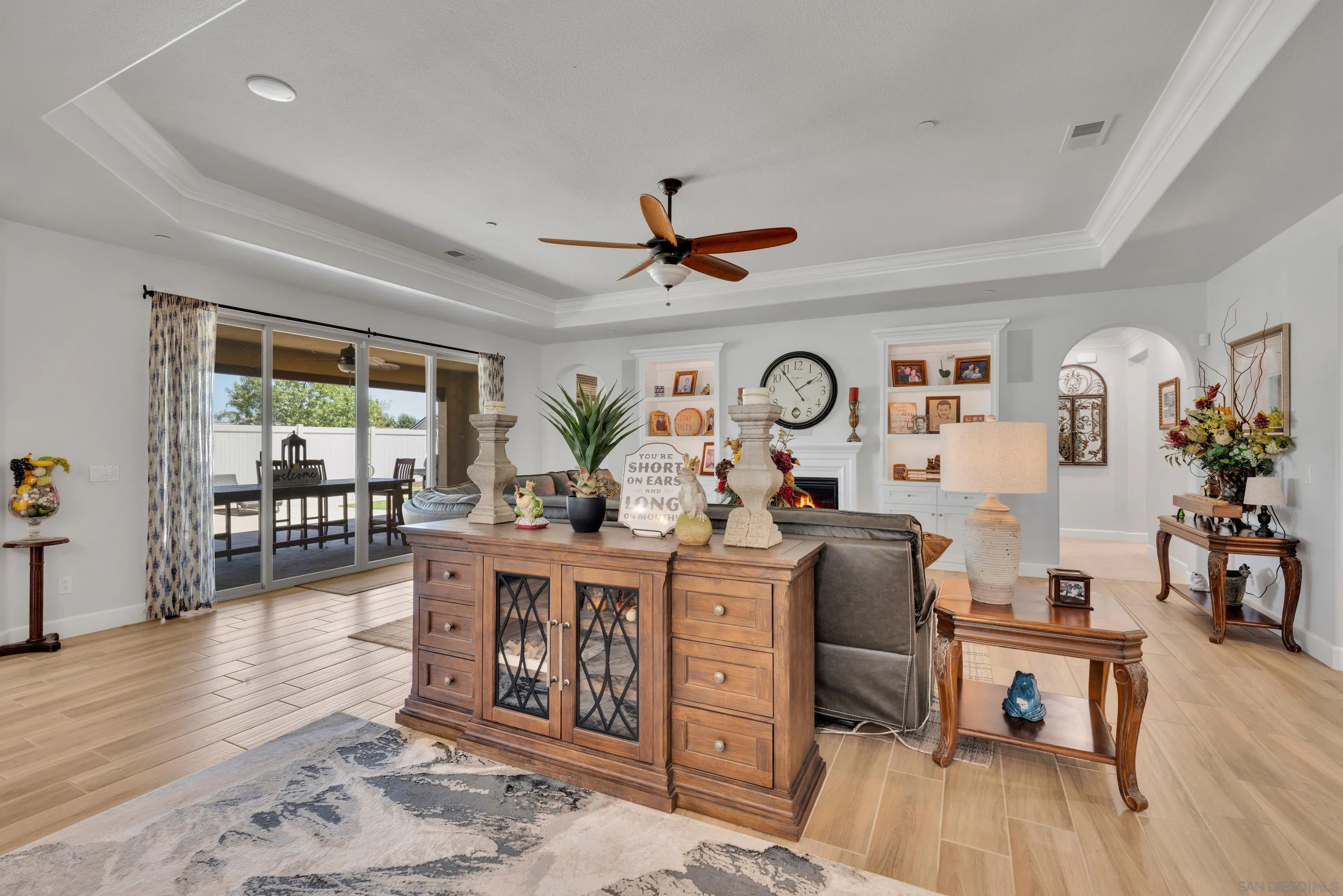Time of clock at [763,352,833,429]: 1:53
